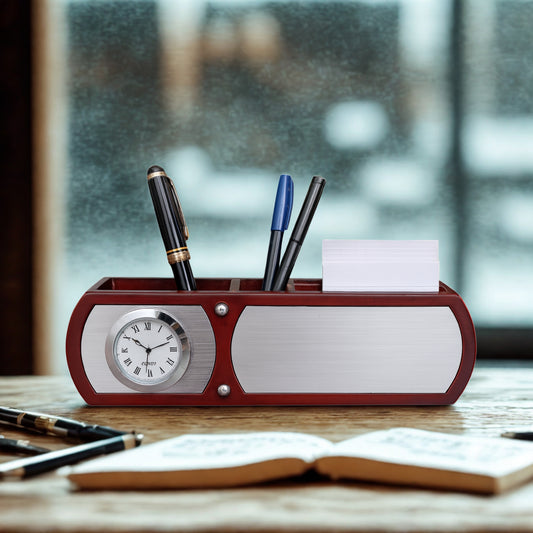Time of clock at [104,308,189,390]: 10:11
